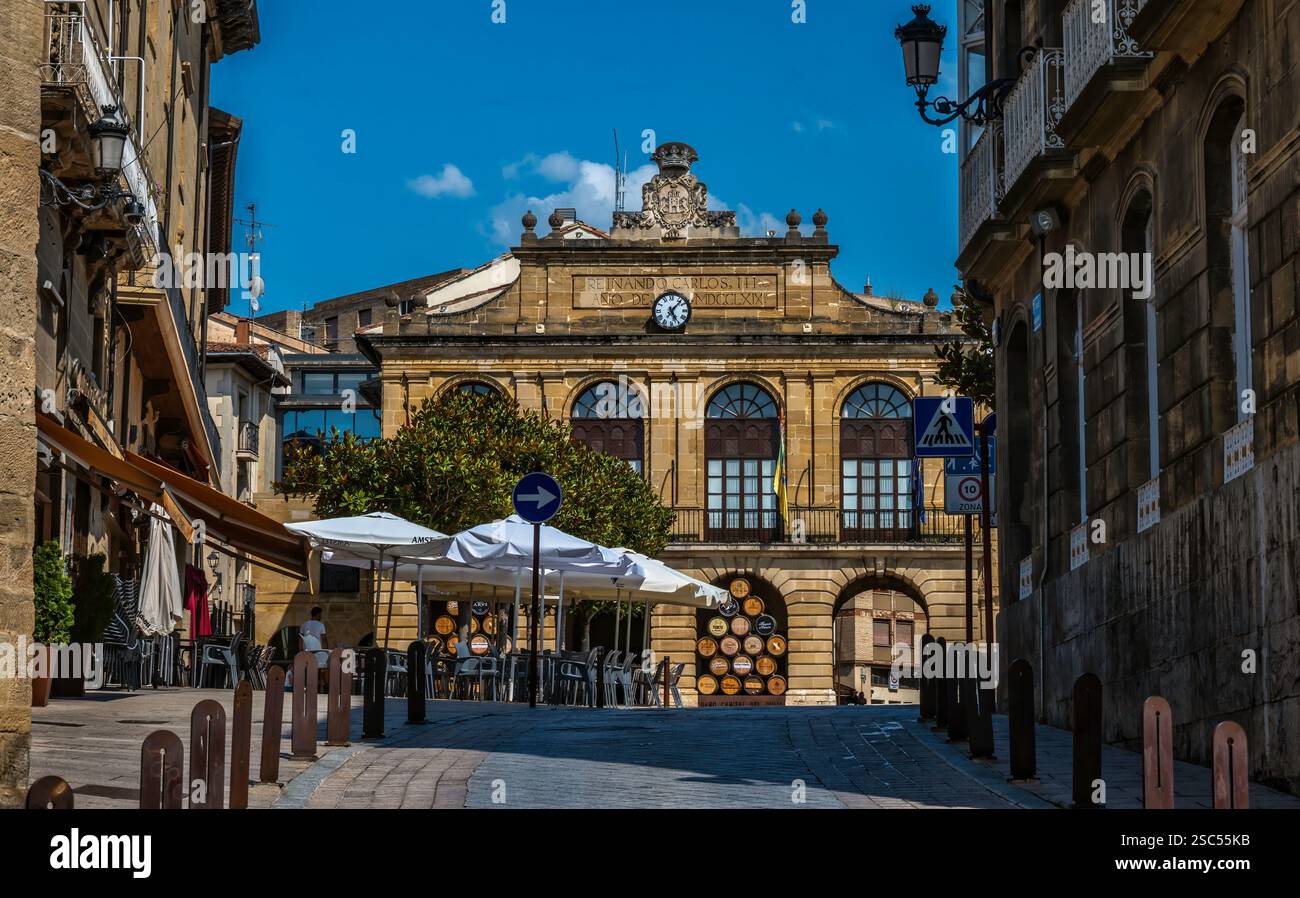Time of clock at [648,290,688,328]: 5:06
